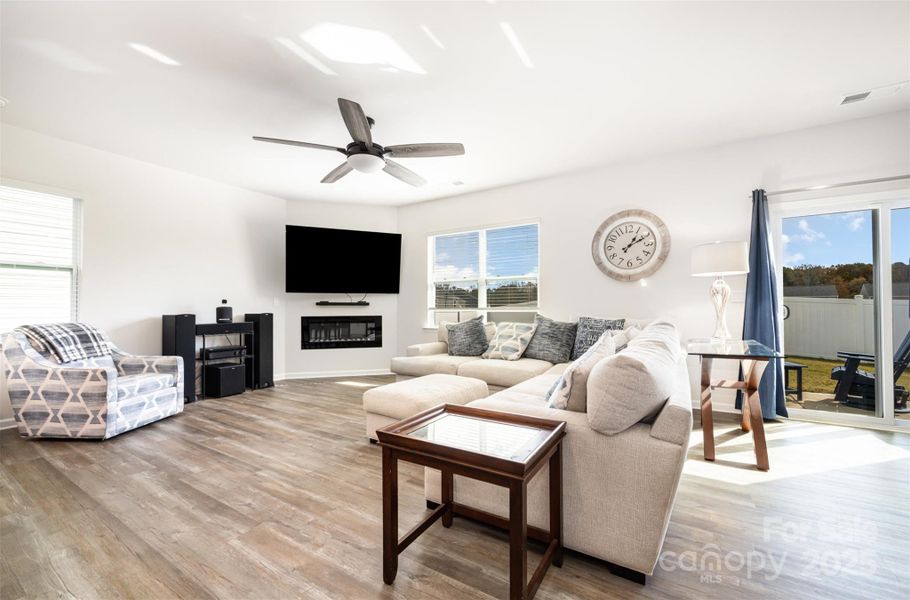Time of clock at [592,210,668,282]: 1:10
